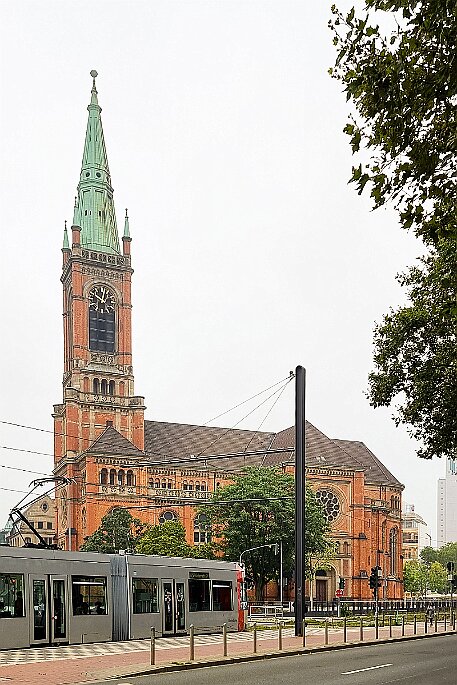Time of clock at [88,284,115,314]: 12:49
